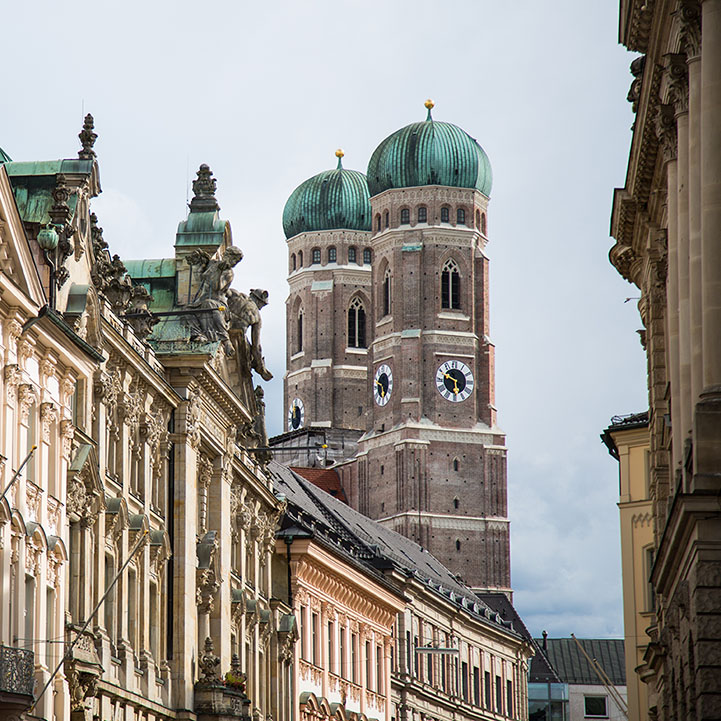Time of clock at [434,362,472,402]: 5:49
